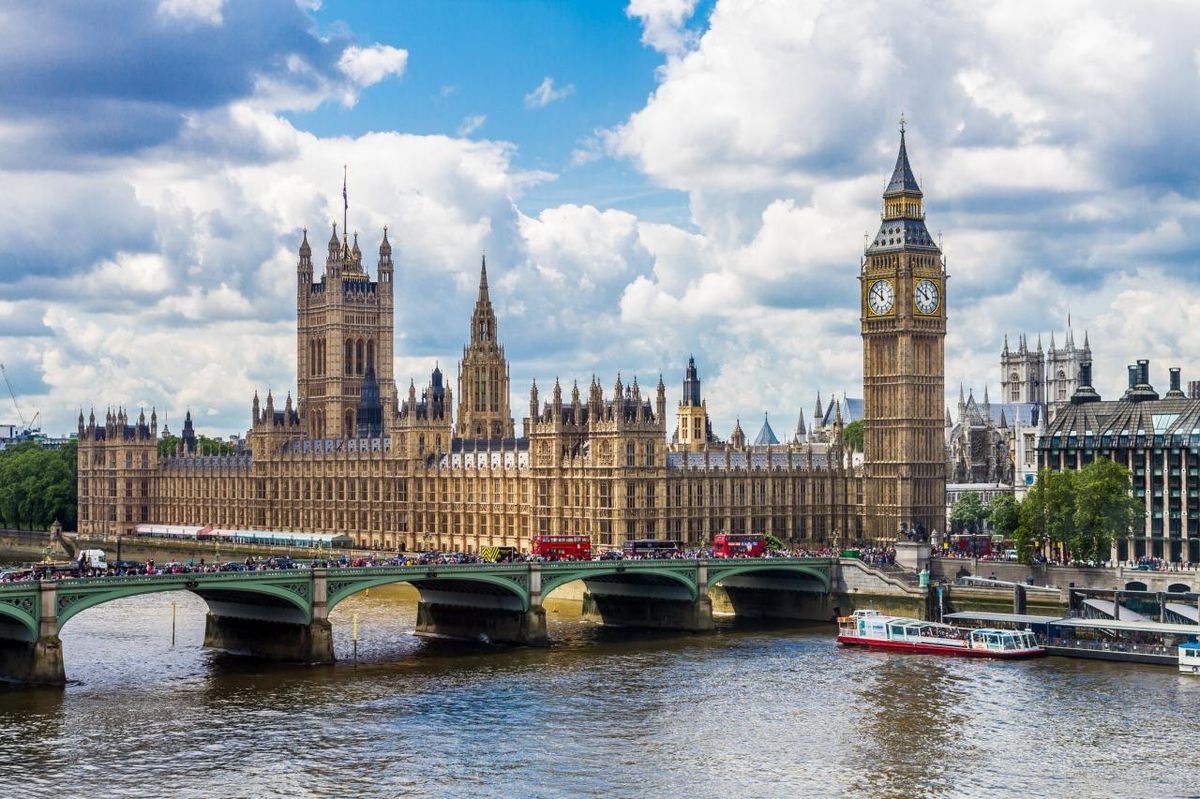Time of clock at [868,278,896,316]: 11:50
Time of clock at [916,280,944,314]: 11:50
